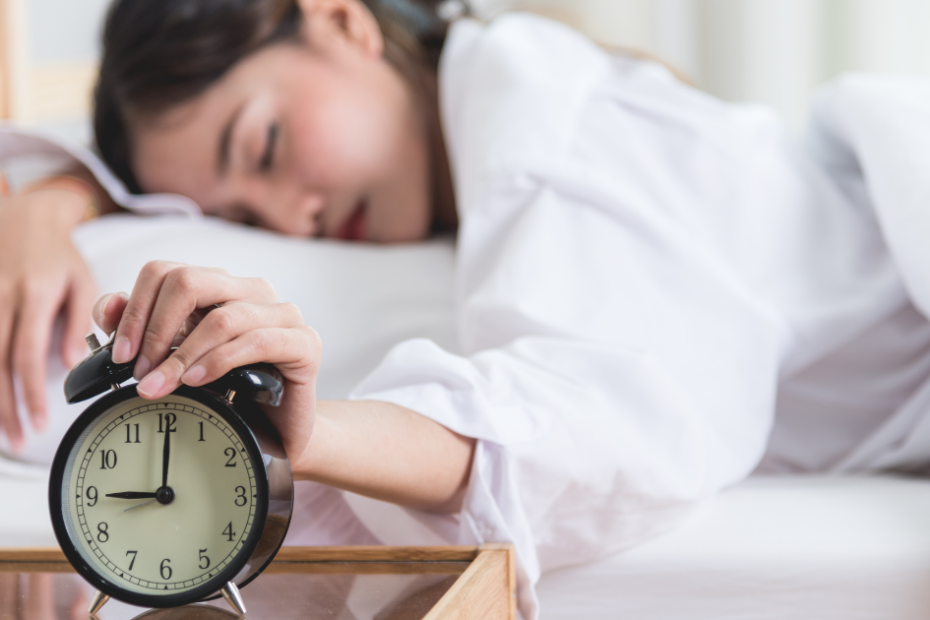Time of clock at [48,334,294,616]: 9:00
